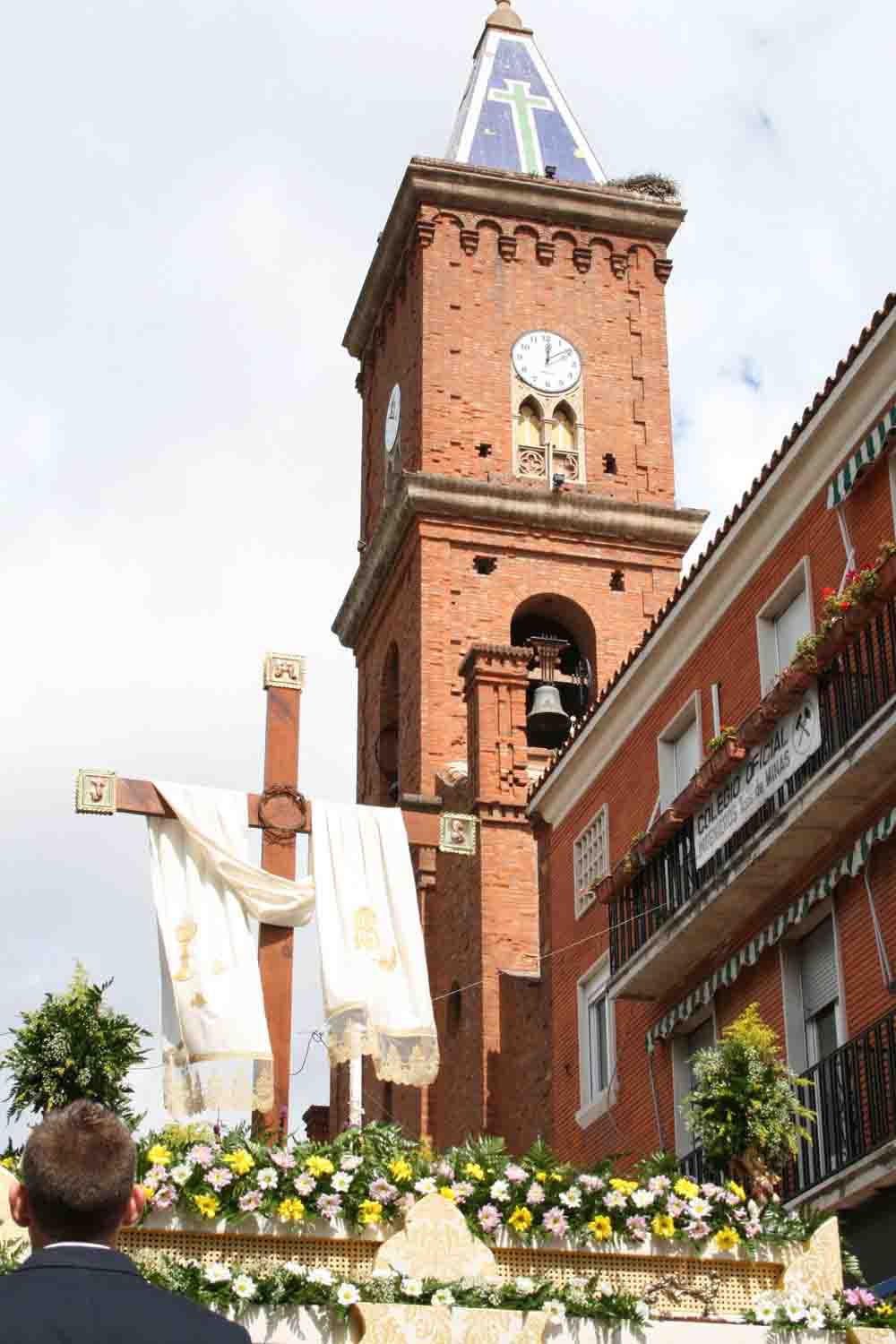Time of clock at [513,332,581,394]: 12:09
